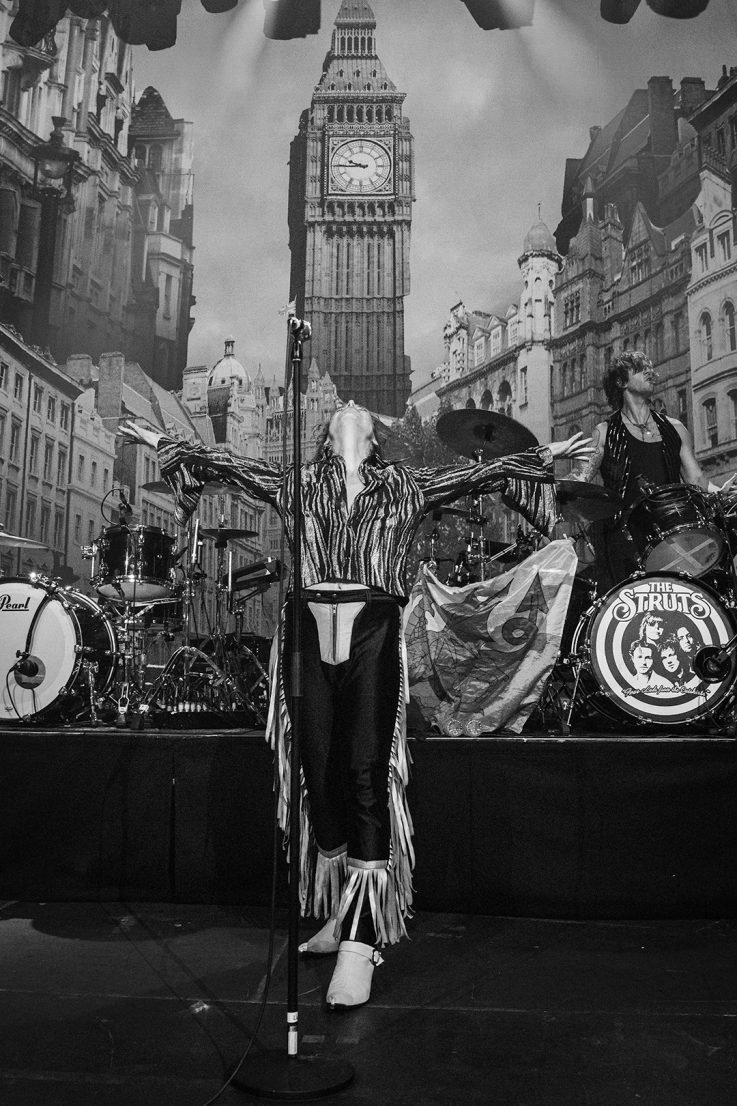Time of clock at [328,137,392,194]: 9:44
